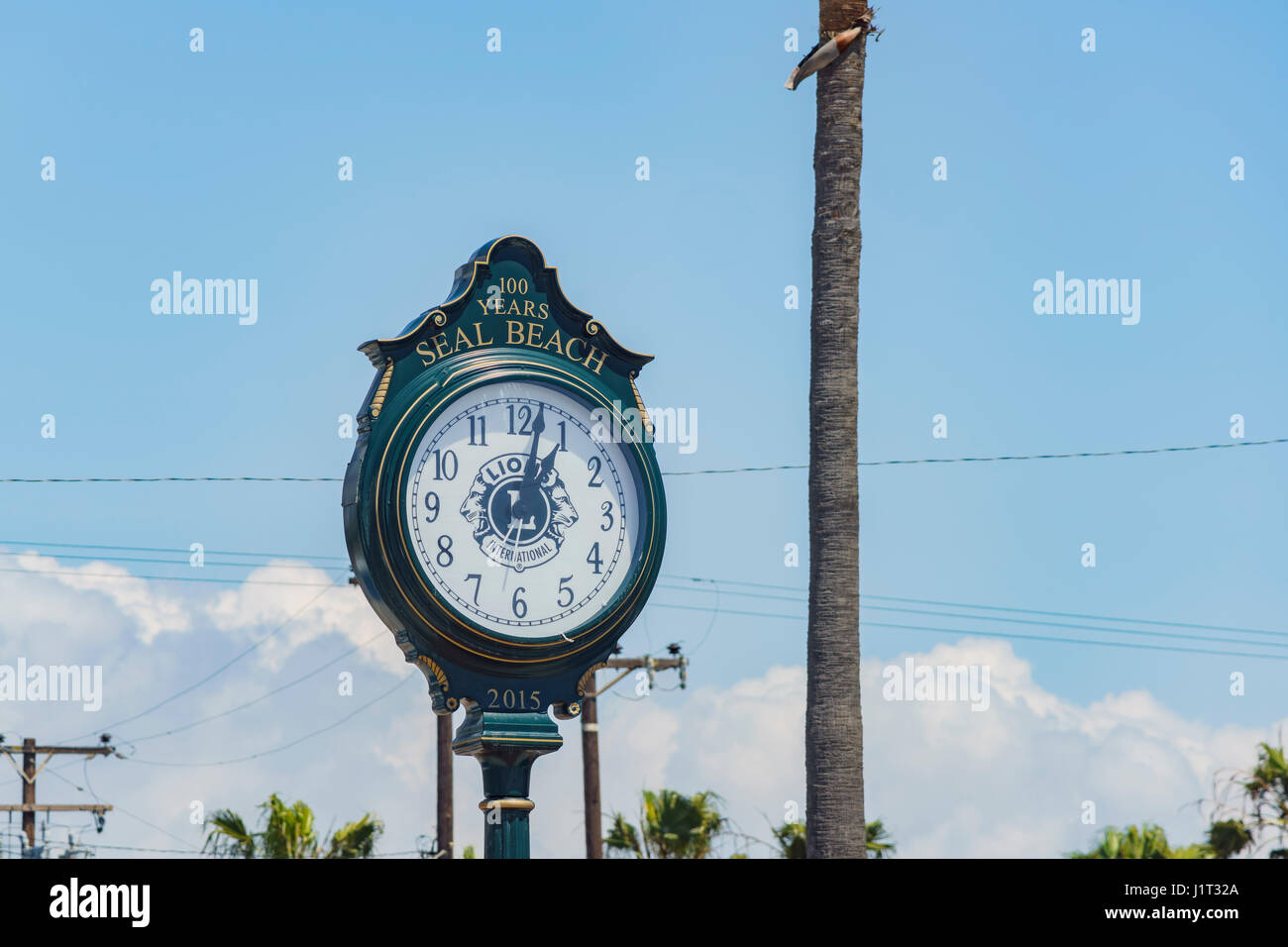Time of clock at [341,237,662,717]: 1:02
